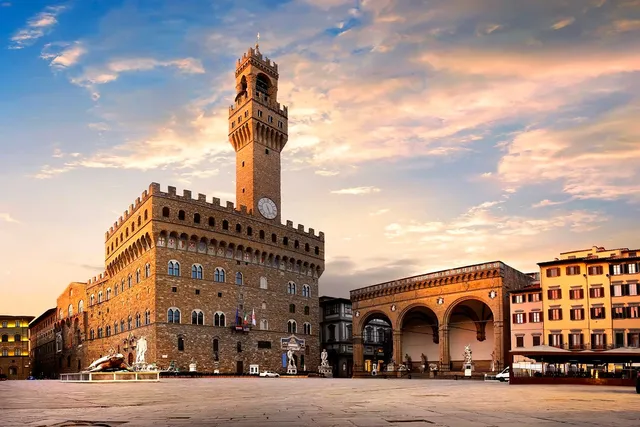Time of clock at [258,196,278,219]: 5:26
